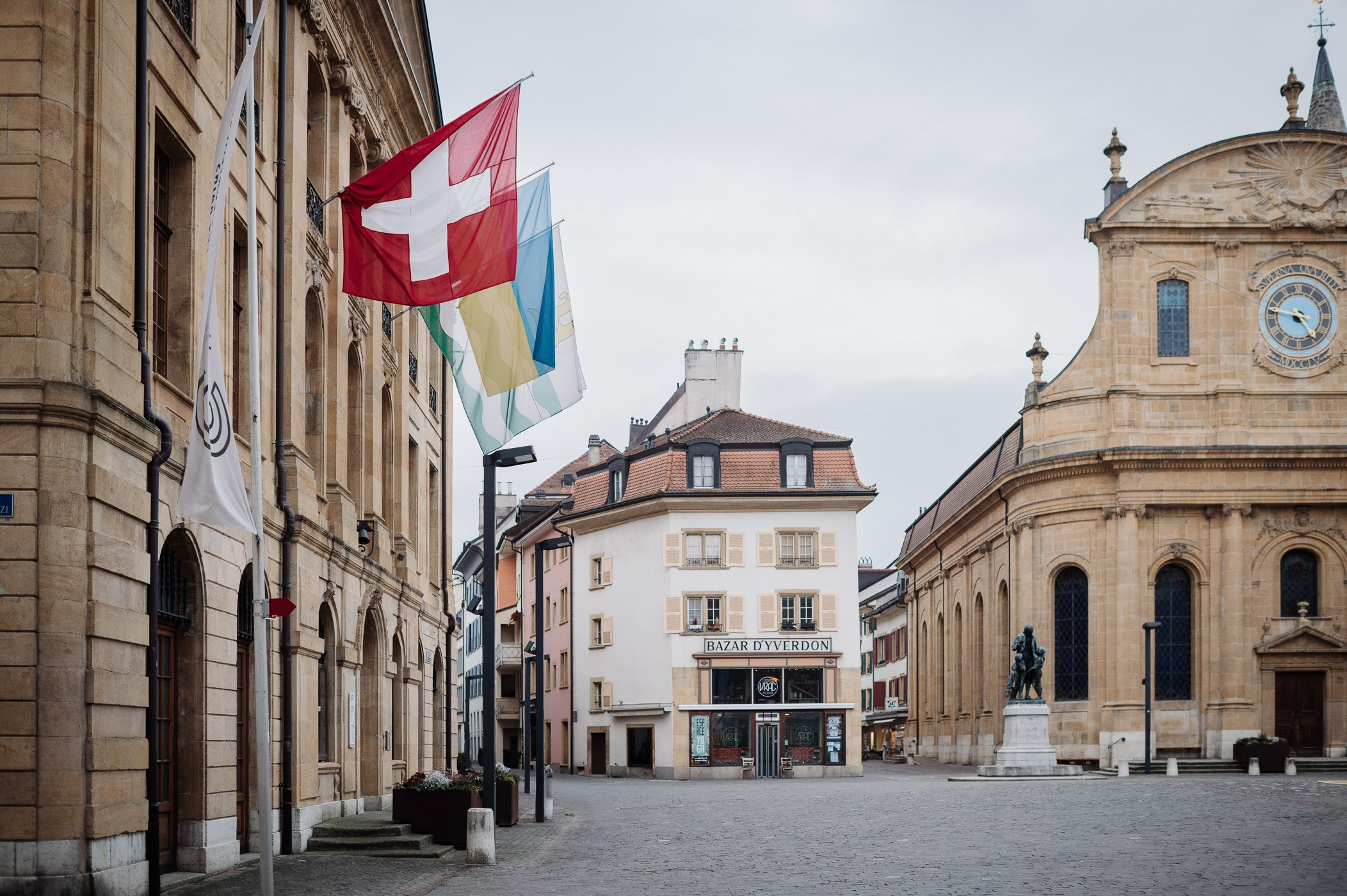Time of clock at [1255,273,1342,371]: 4:46
